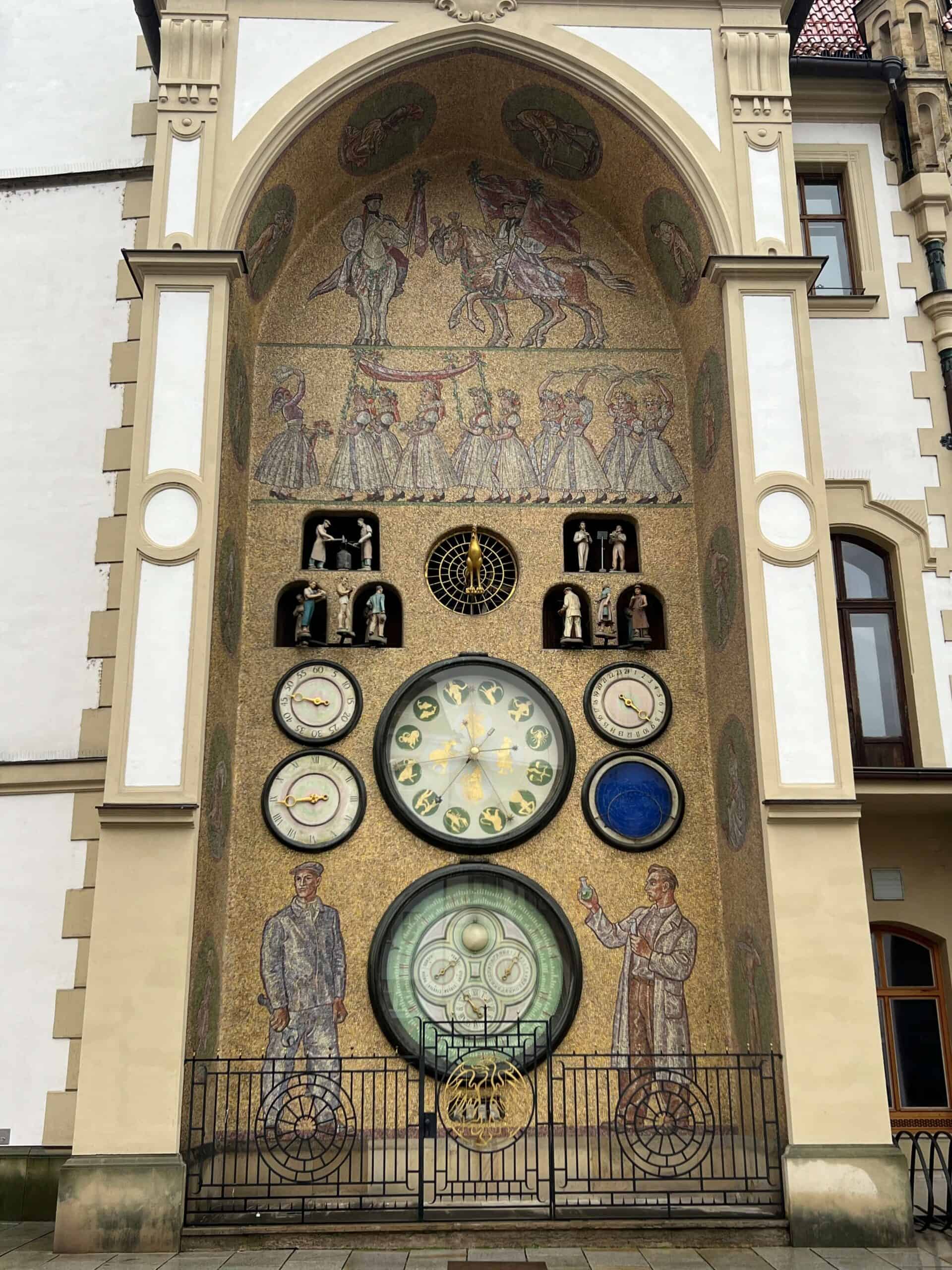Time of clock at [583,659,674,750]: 4:22
